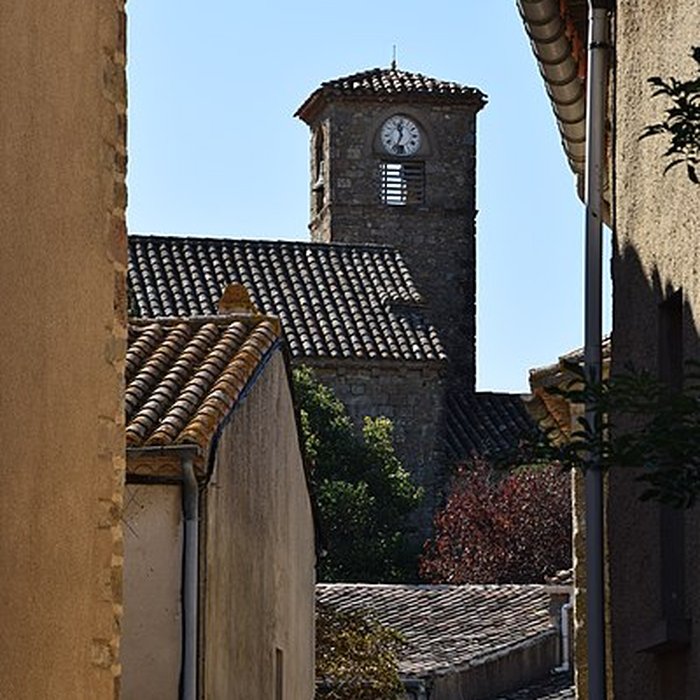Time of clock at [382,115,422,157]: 11:33
